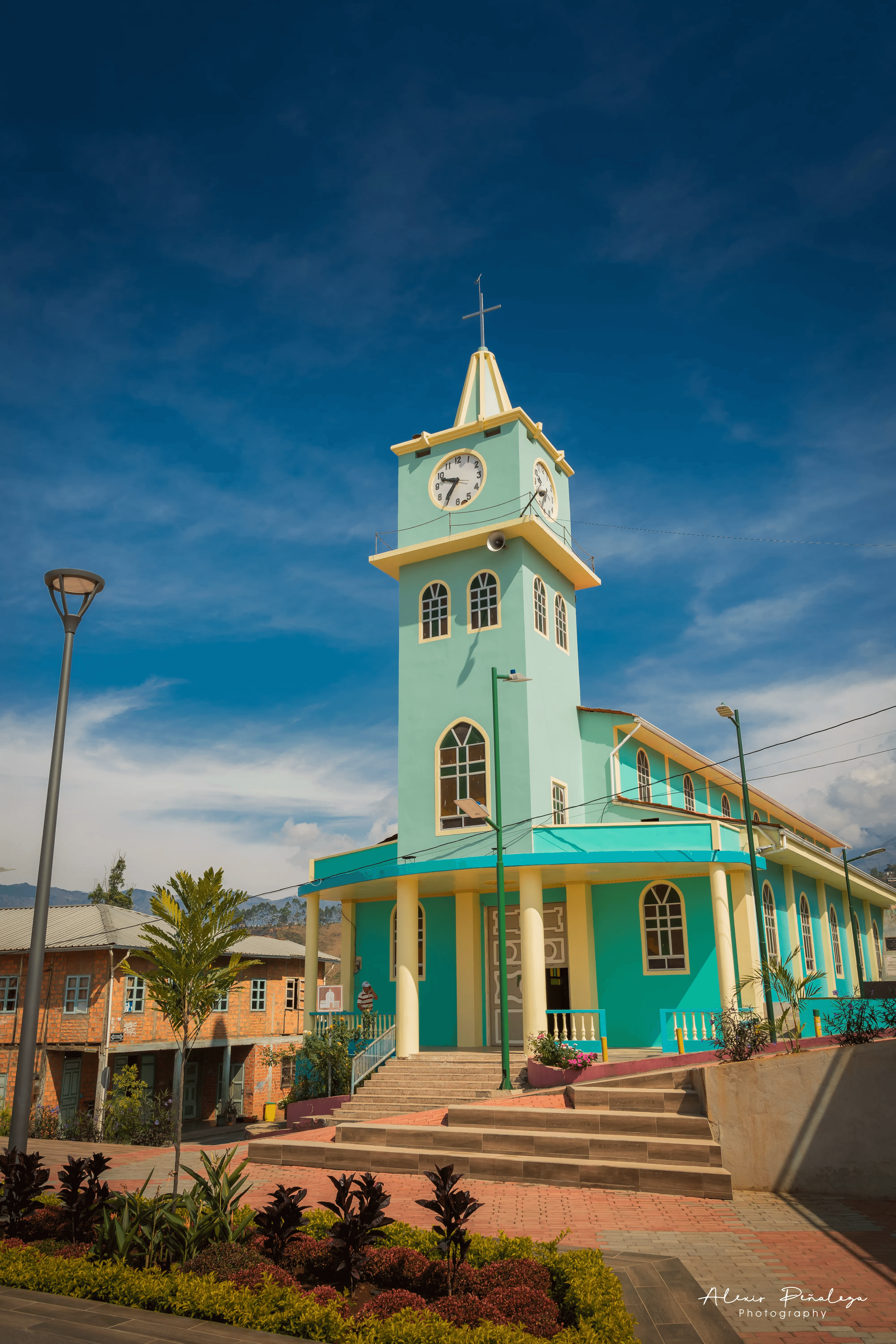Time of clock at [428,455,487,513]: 9:36
